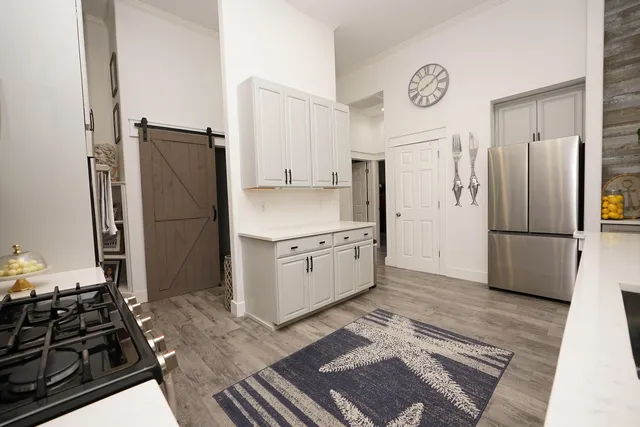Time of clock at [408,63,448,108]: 8:09
